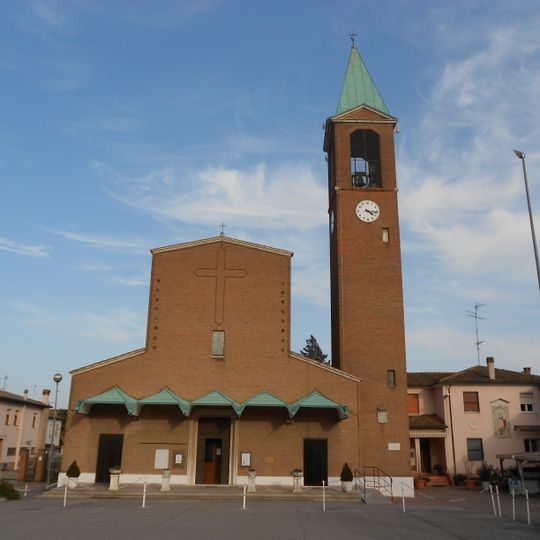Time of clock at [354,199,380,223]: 4:16
